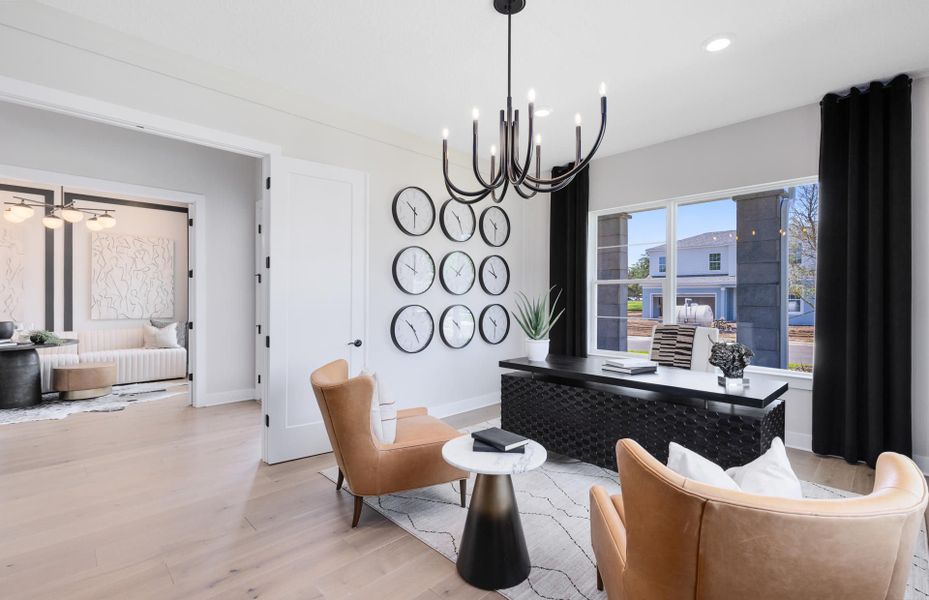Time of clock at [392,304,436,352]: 10:24
